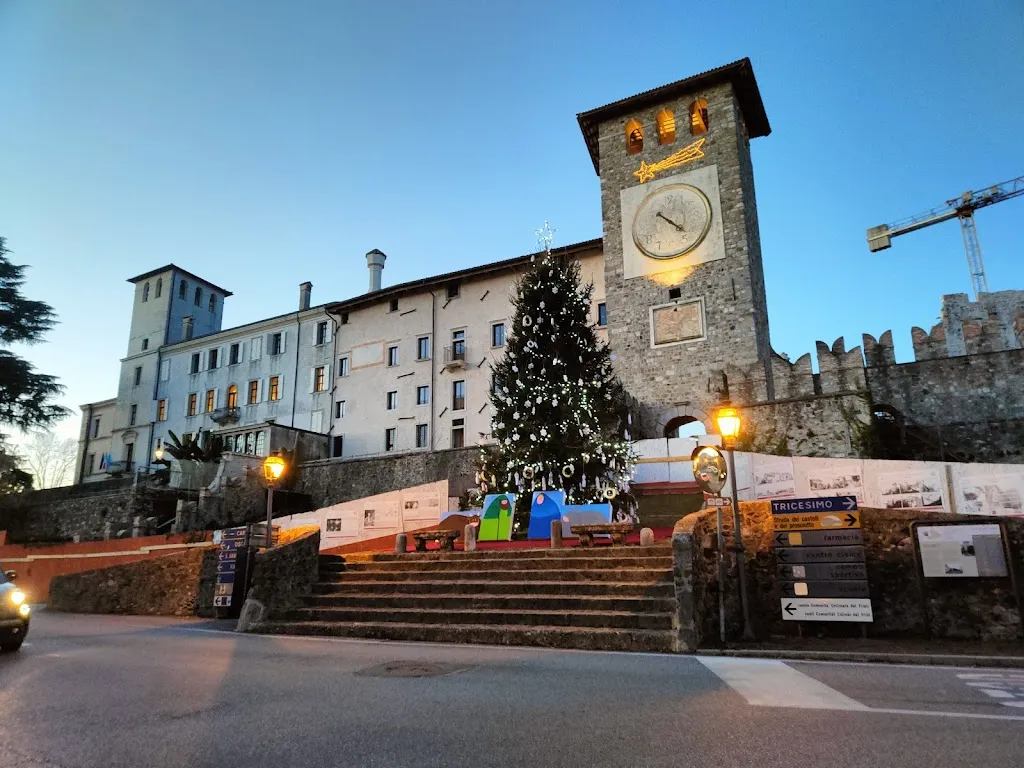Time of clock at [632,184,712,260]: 4:22
